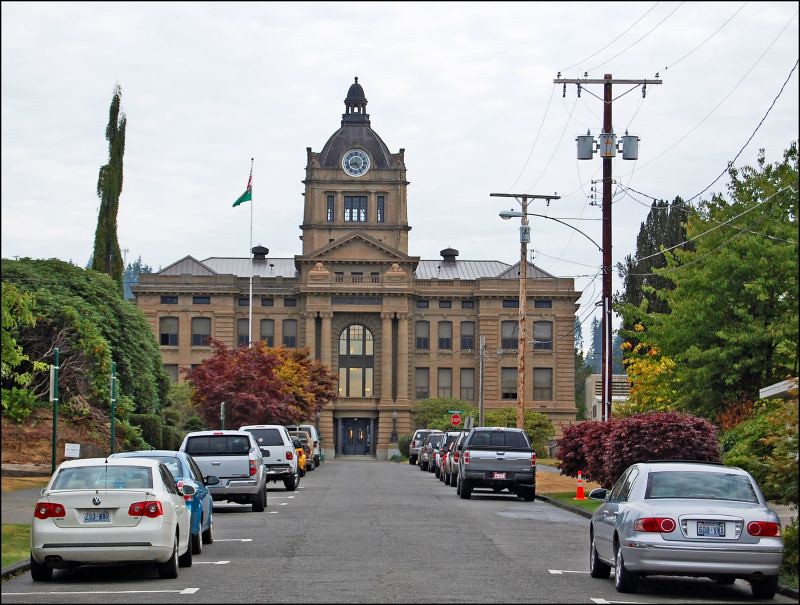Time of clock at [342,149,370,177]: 8:24
